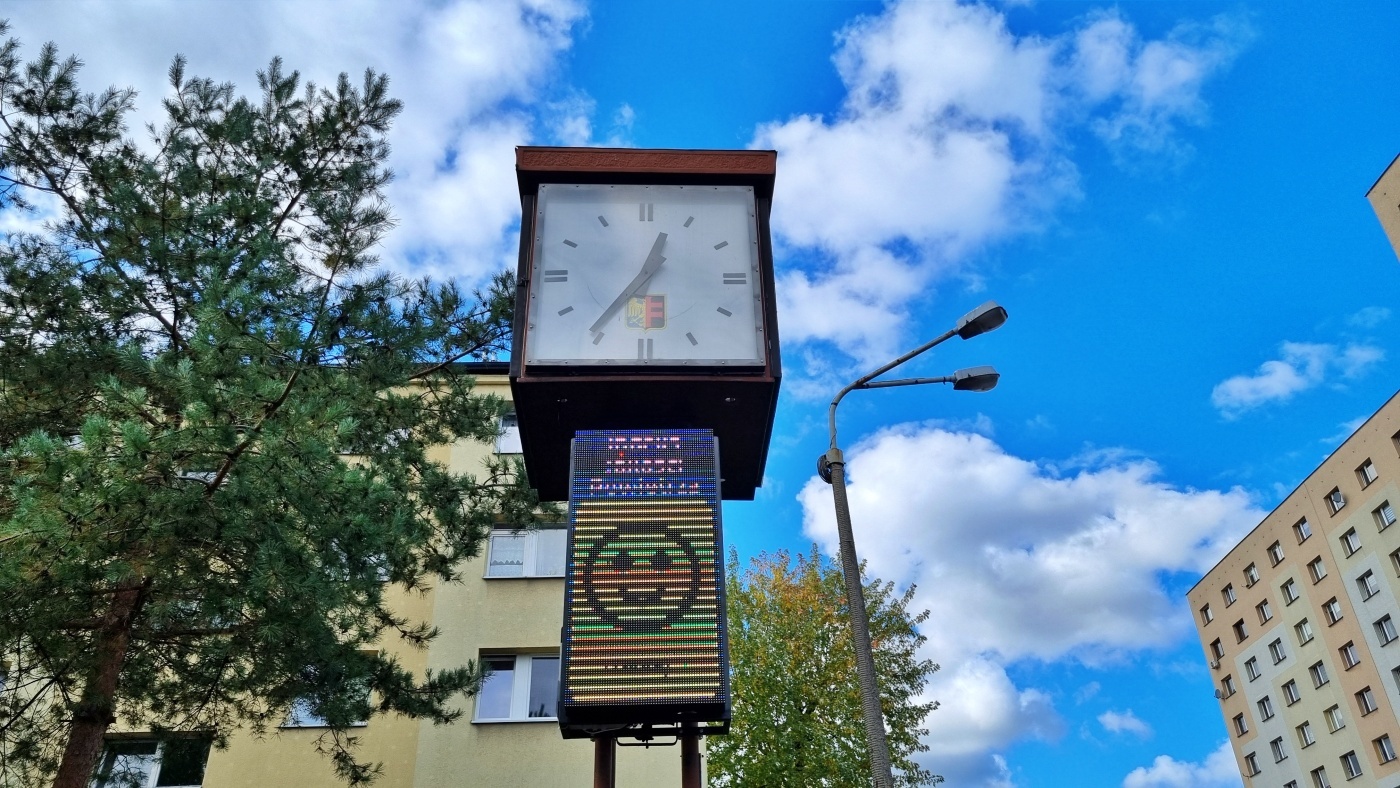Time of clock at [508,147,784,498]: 12:36
